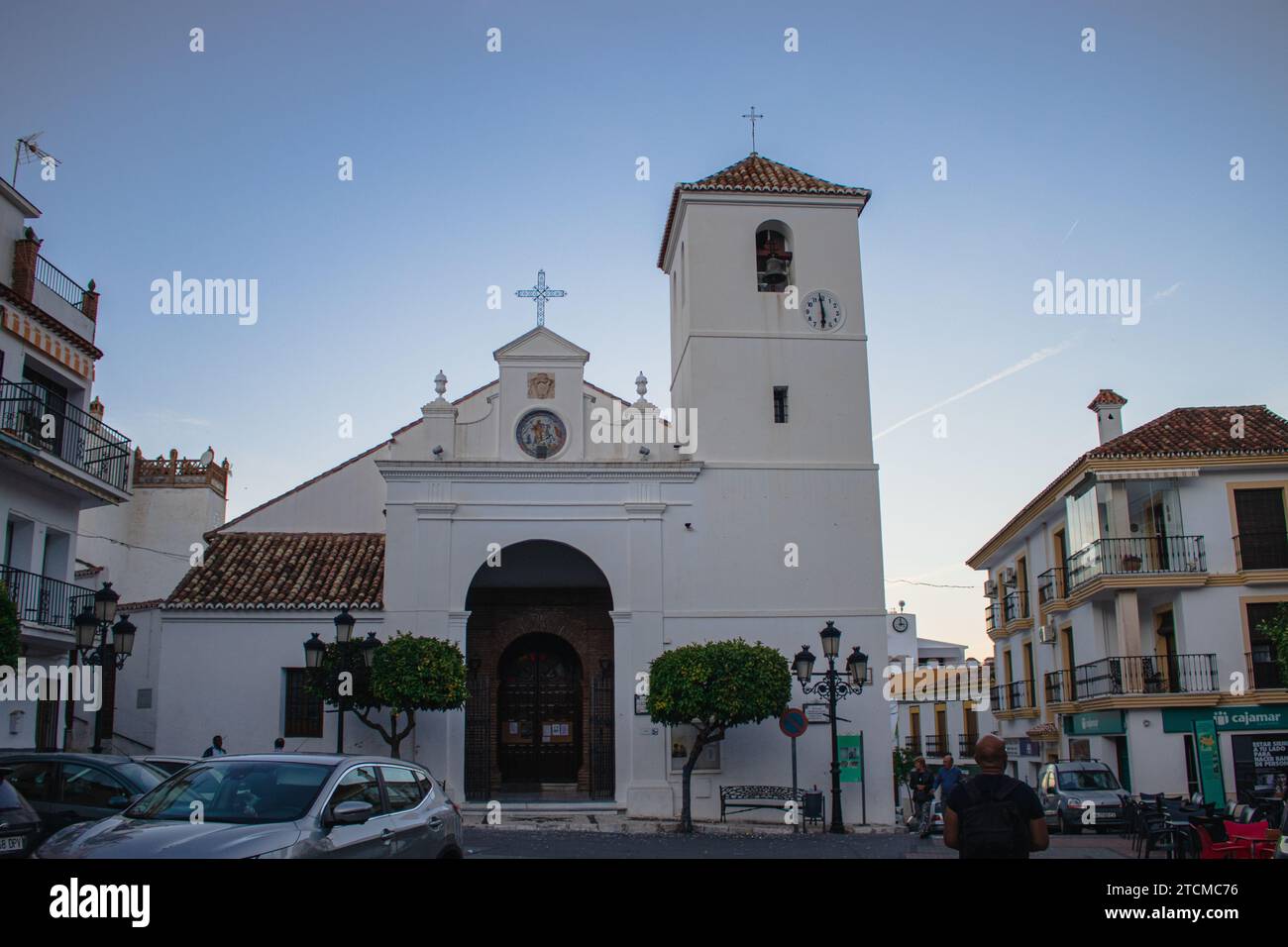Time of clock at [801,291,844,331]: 5:58
